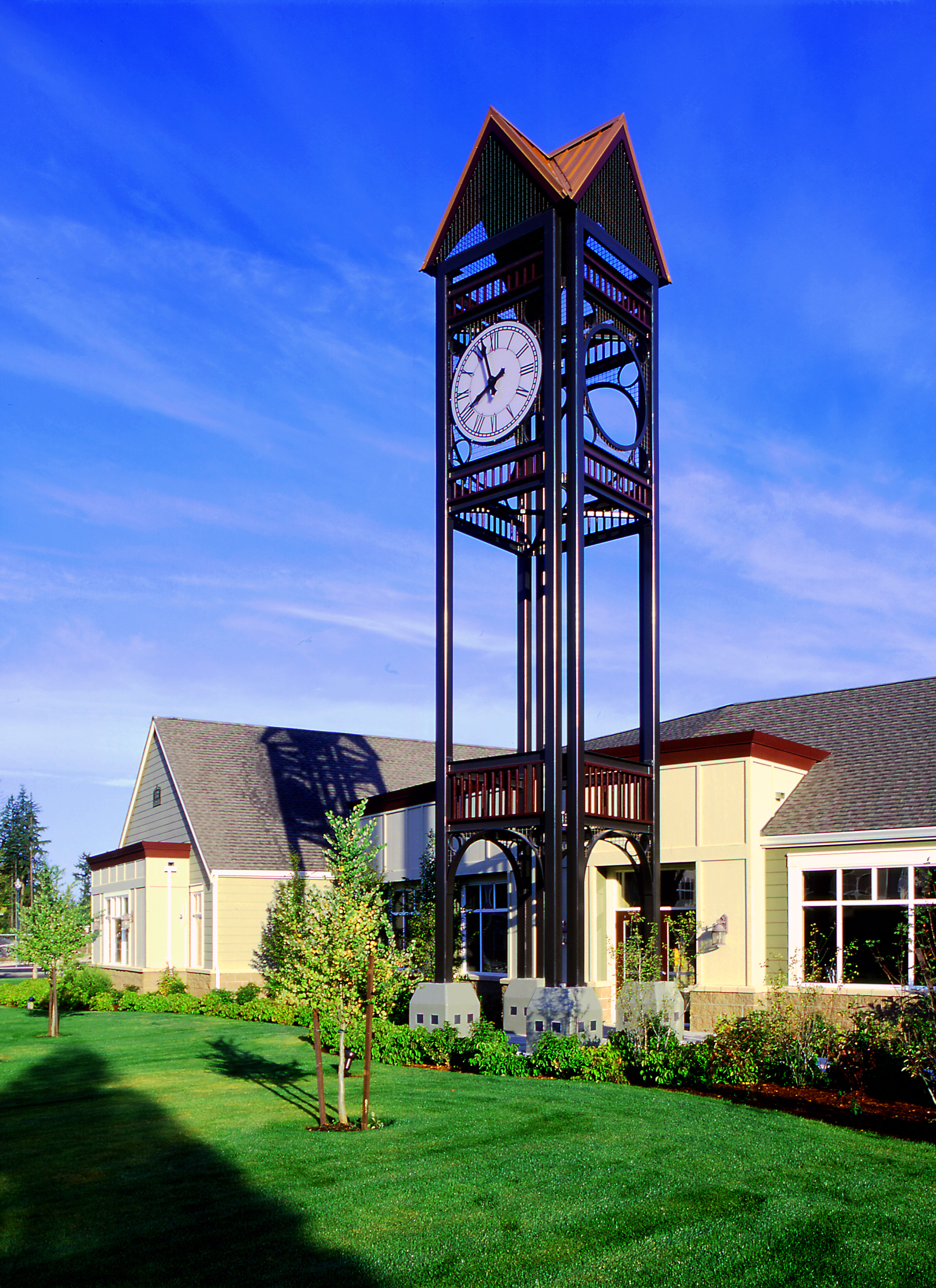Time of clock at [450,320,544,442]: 7:56
